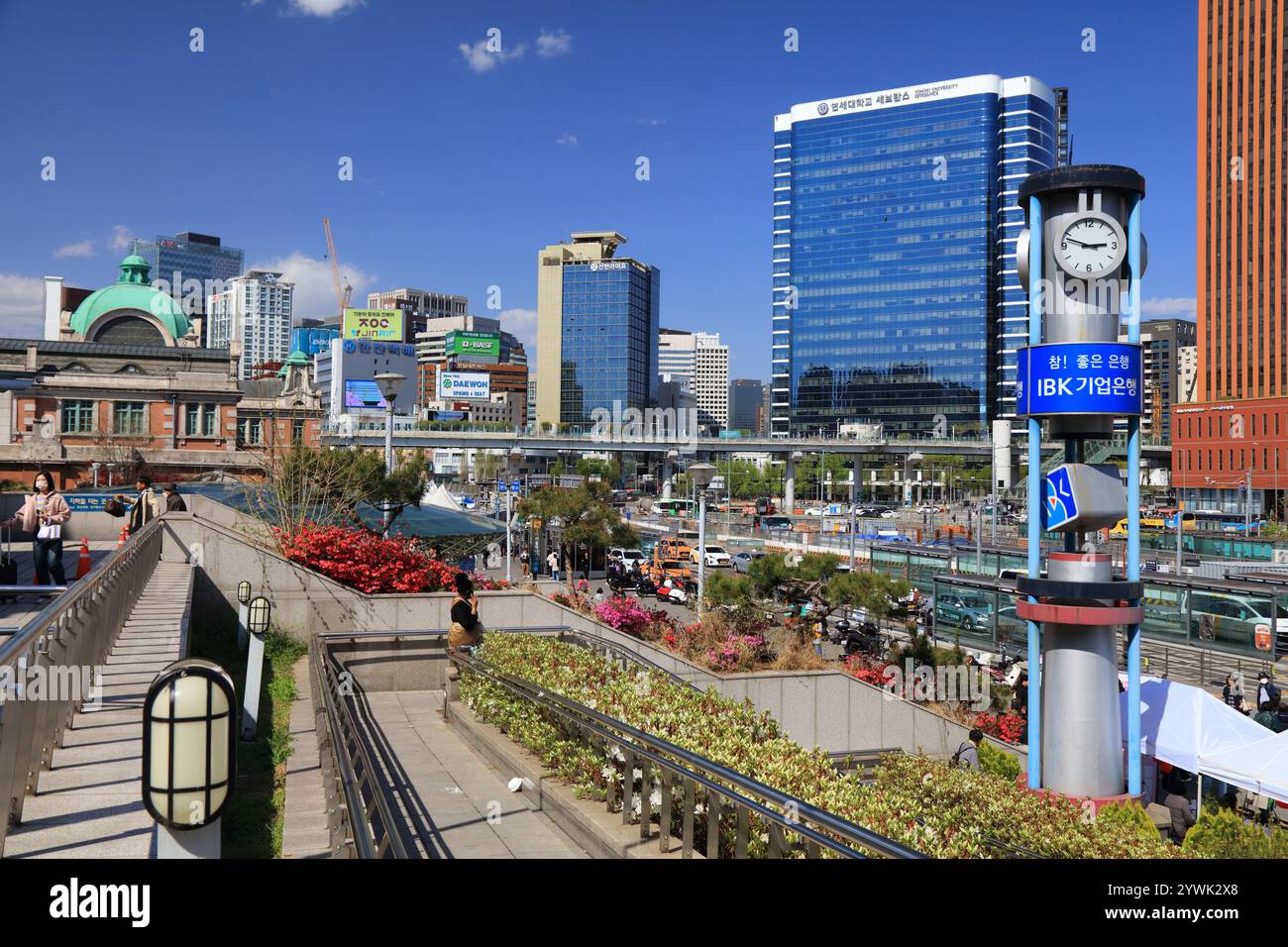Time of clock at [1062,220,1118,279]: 2:48
